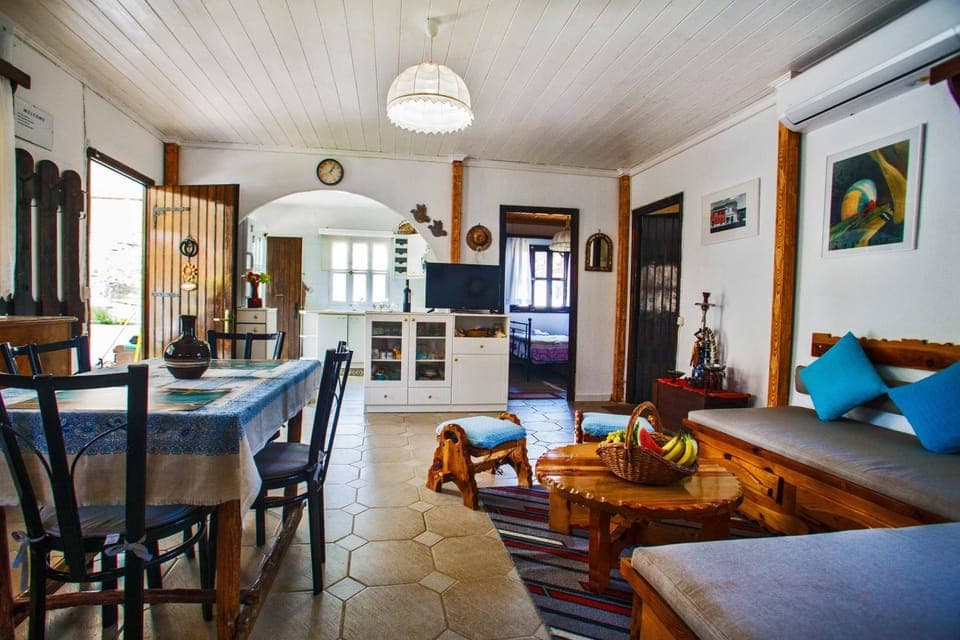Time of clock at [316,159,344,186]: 1:05
